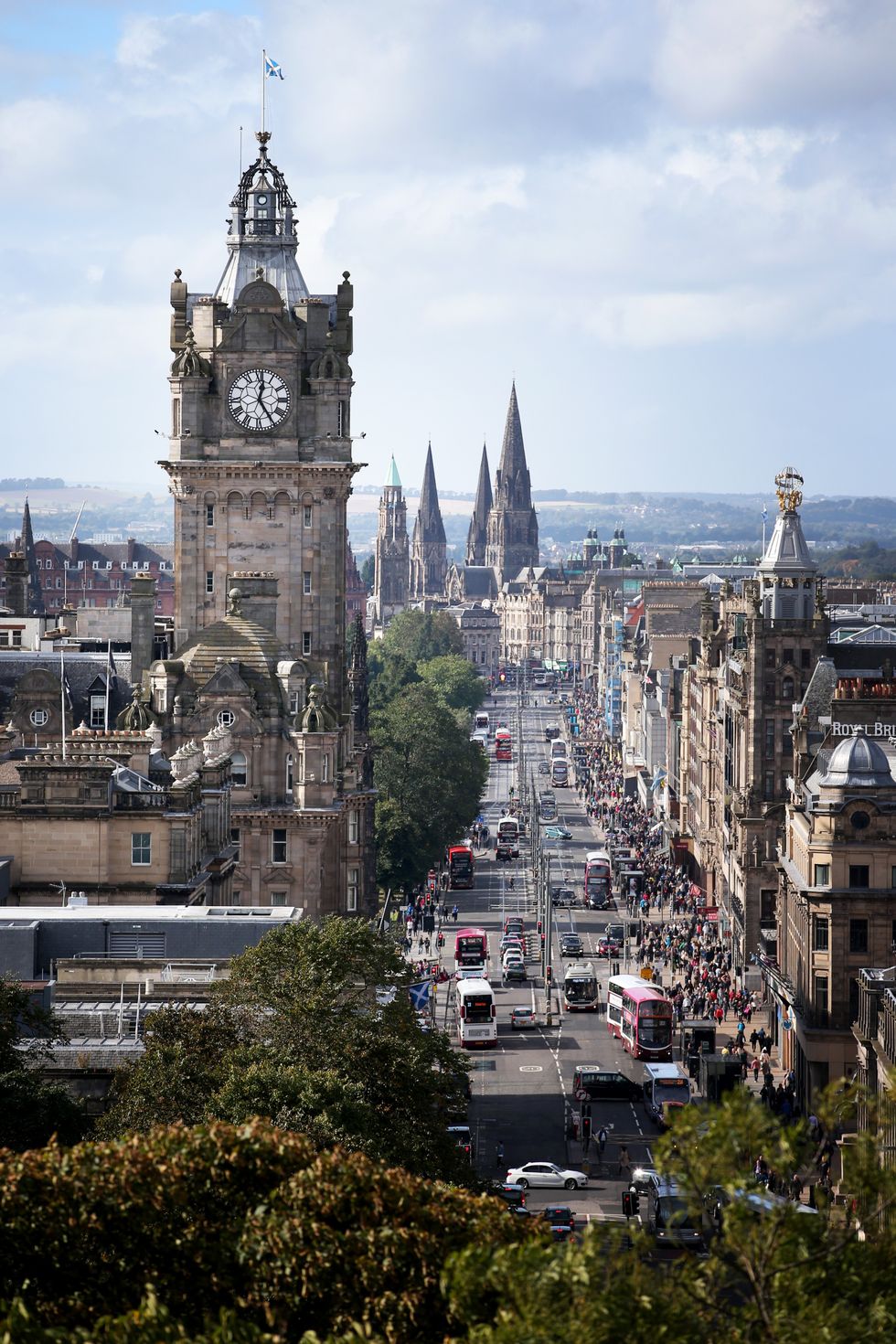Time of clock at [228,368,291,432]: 12:24
